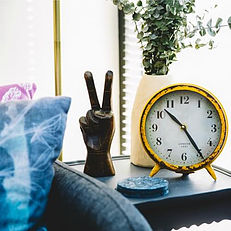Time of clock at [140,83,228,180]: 10:24
